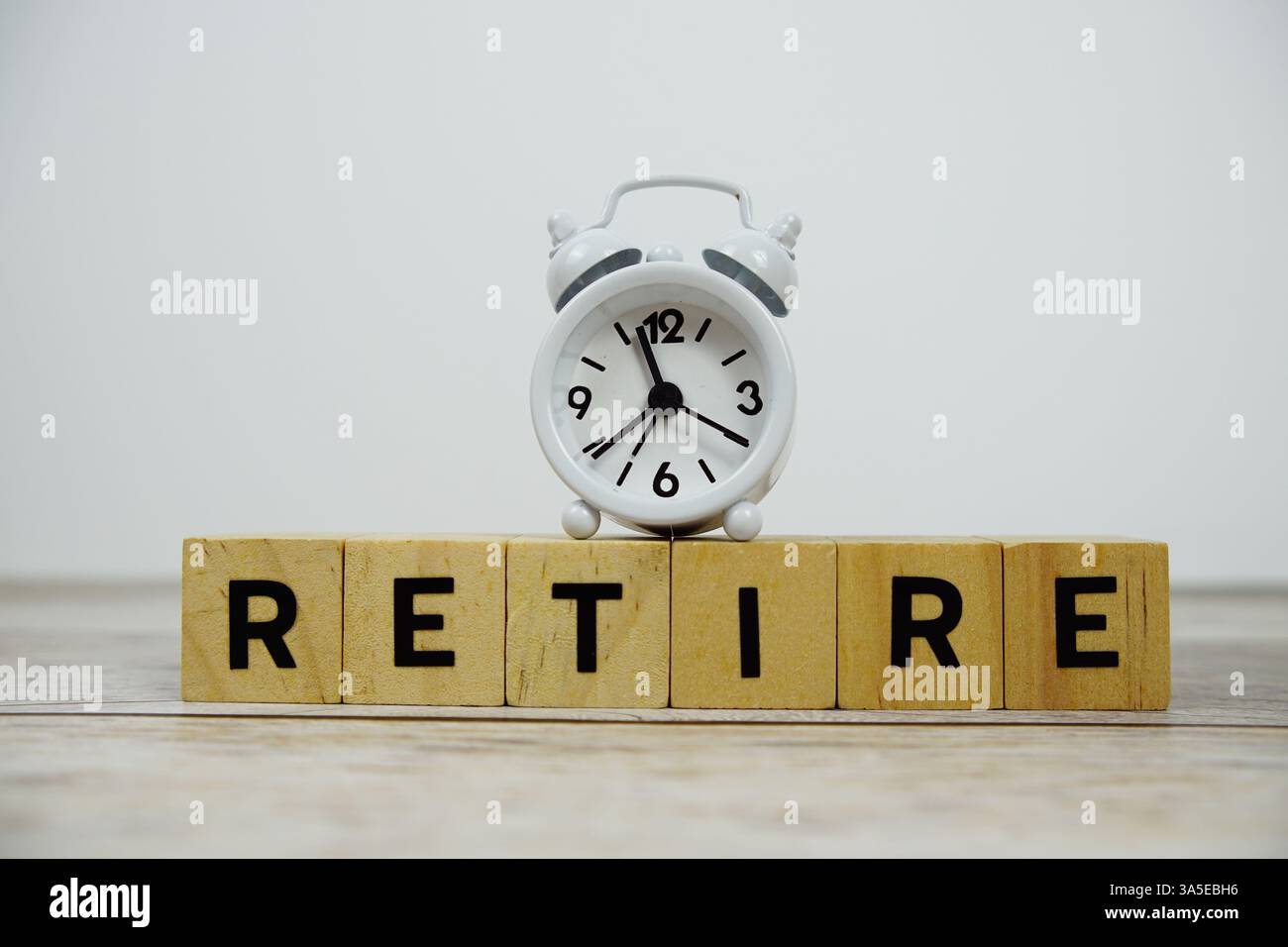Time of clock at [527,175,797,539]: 11:19
